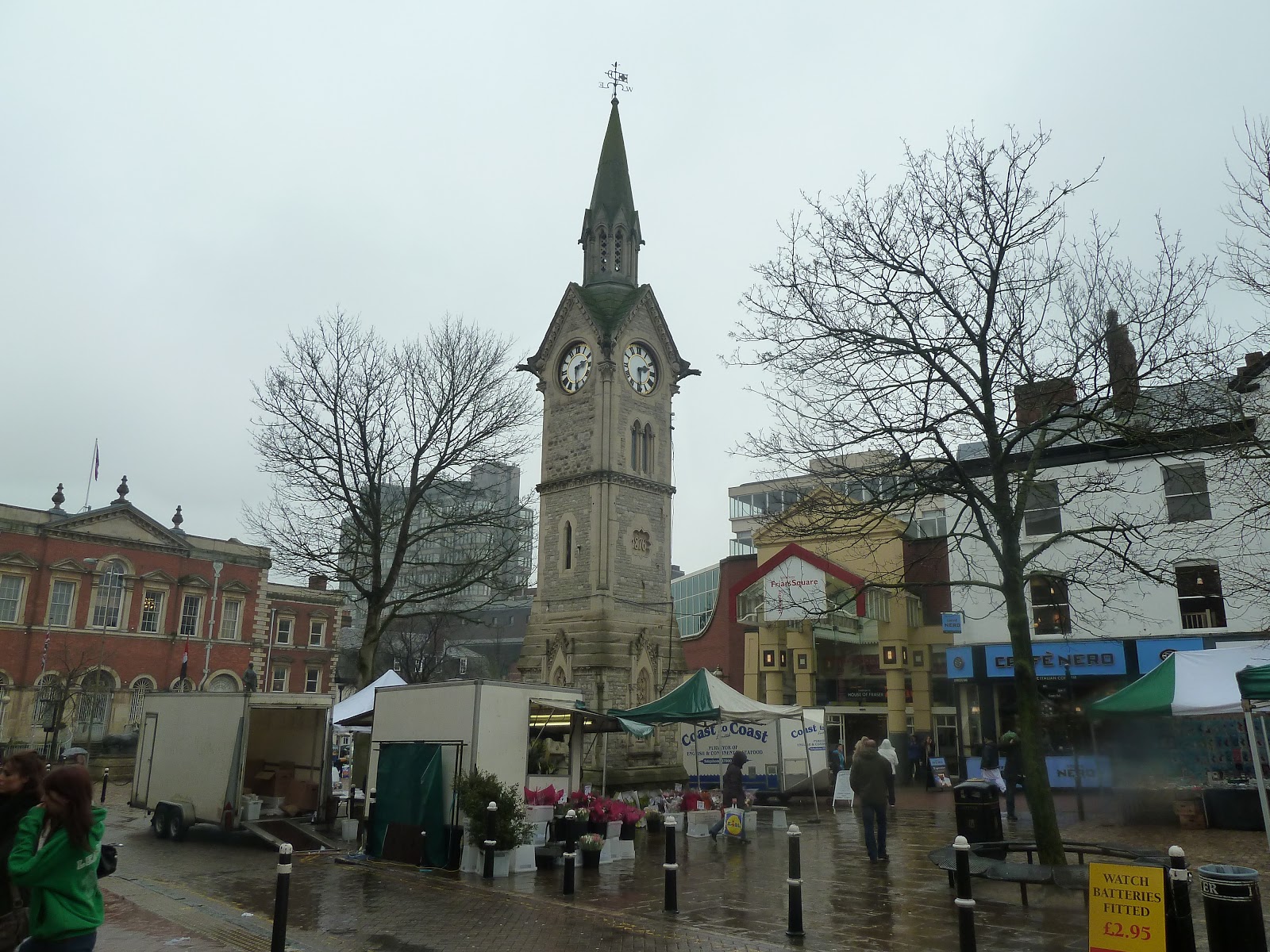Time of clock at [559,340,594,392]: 2:29
